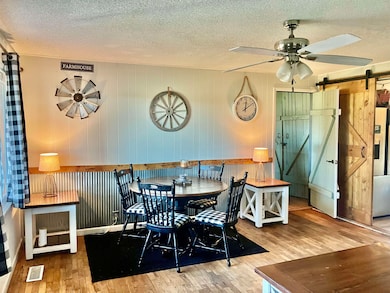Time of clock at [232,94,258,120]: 12:09
